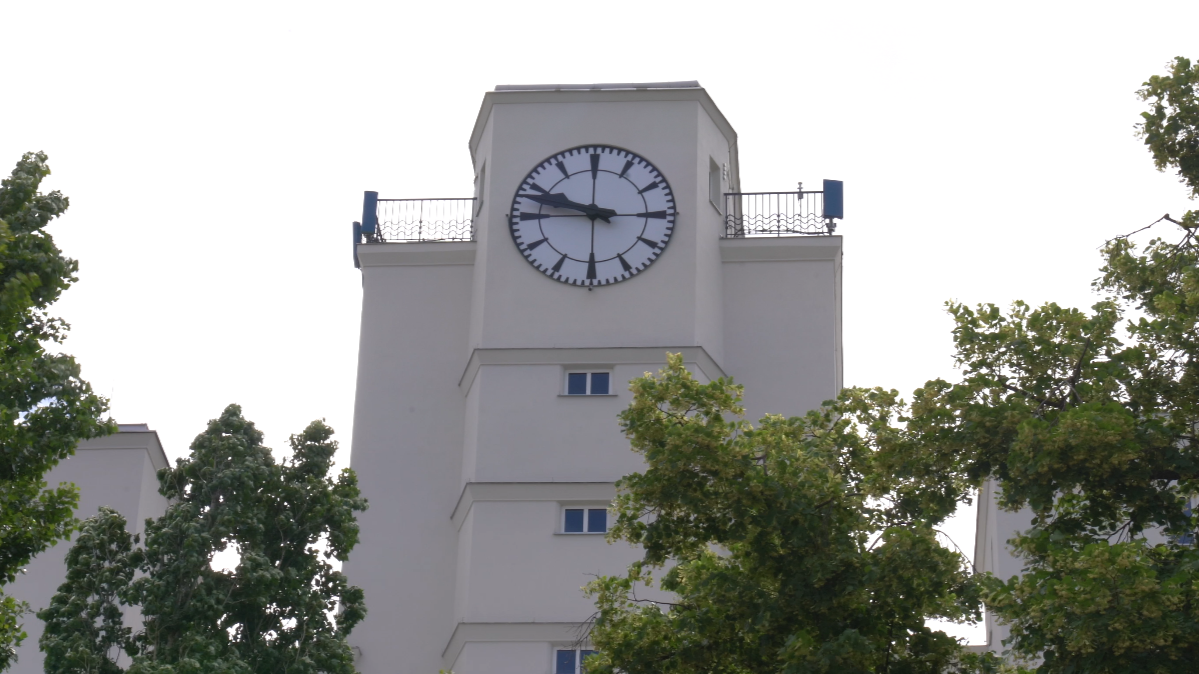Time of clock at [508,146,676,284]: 9:47
